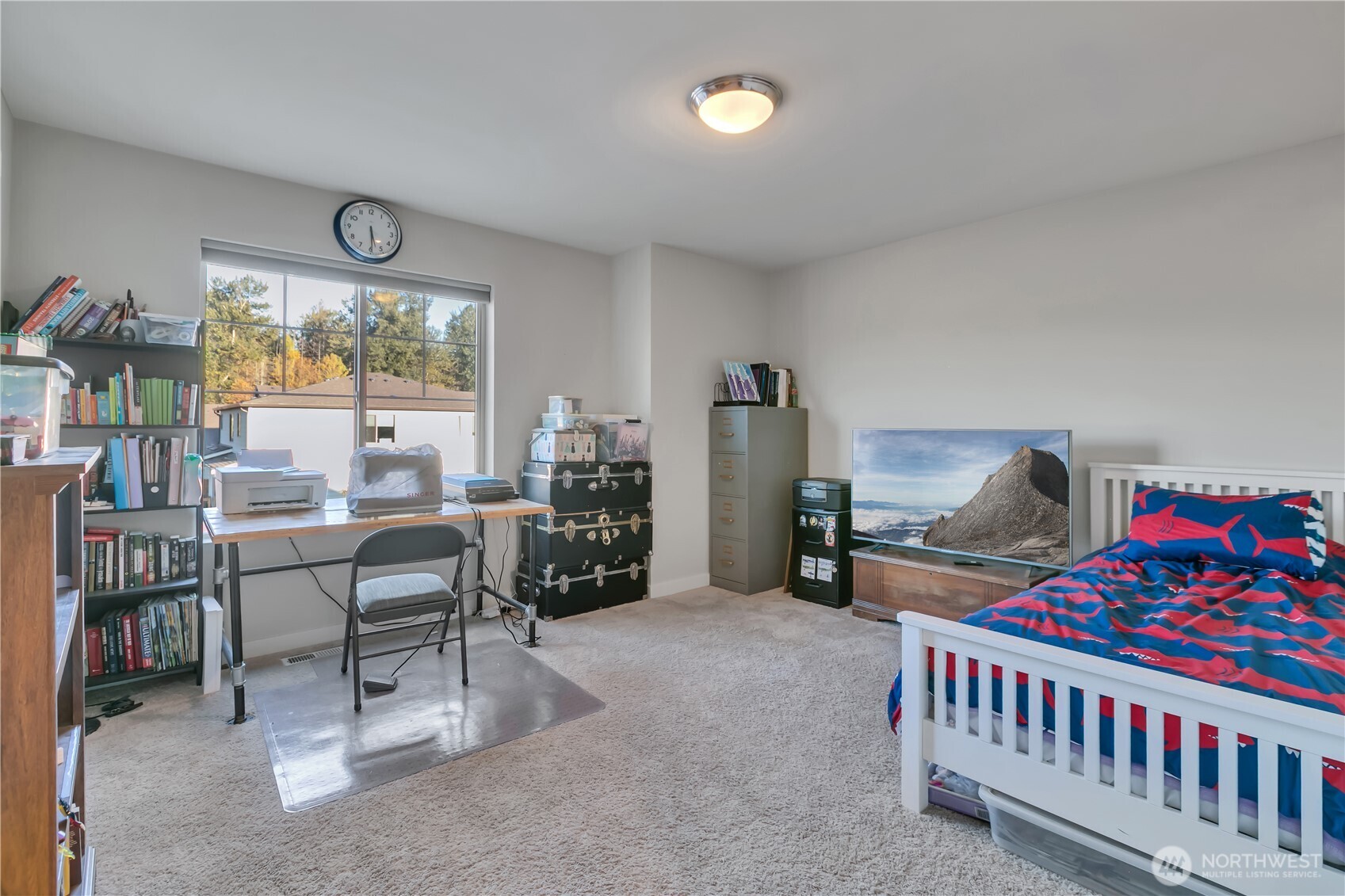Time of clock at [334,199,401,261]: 5:29
